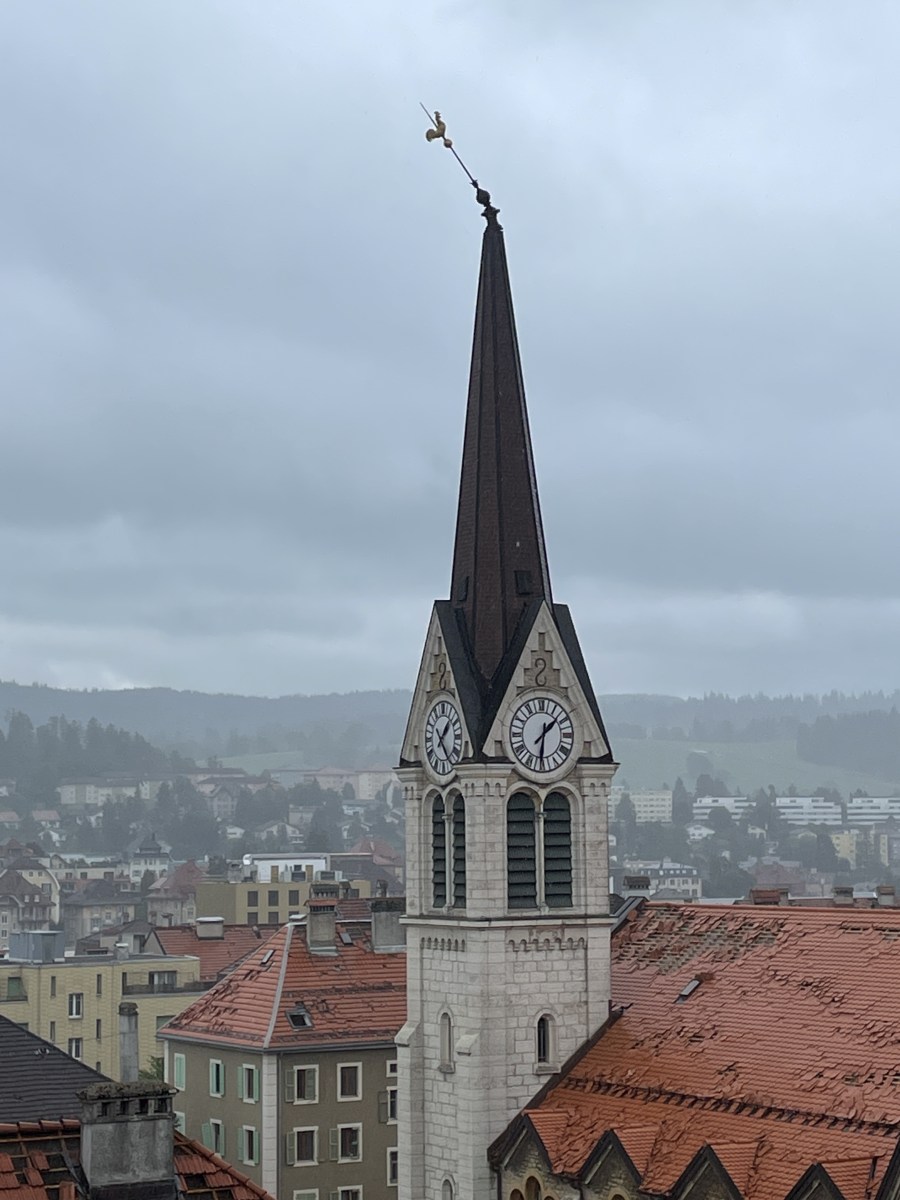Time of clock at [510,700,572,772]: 1:31
